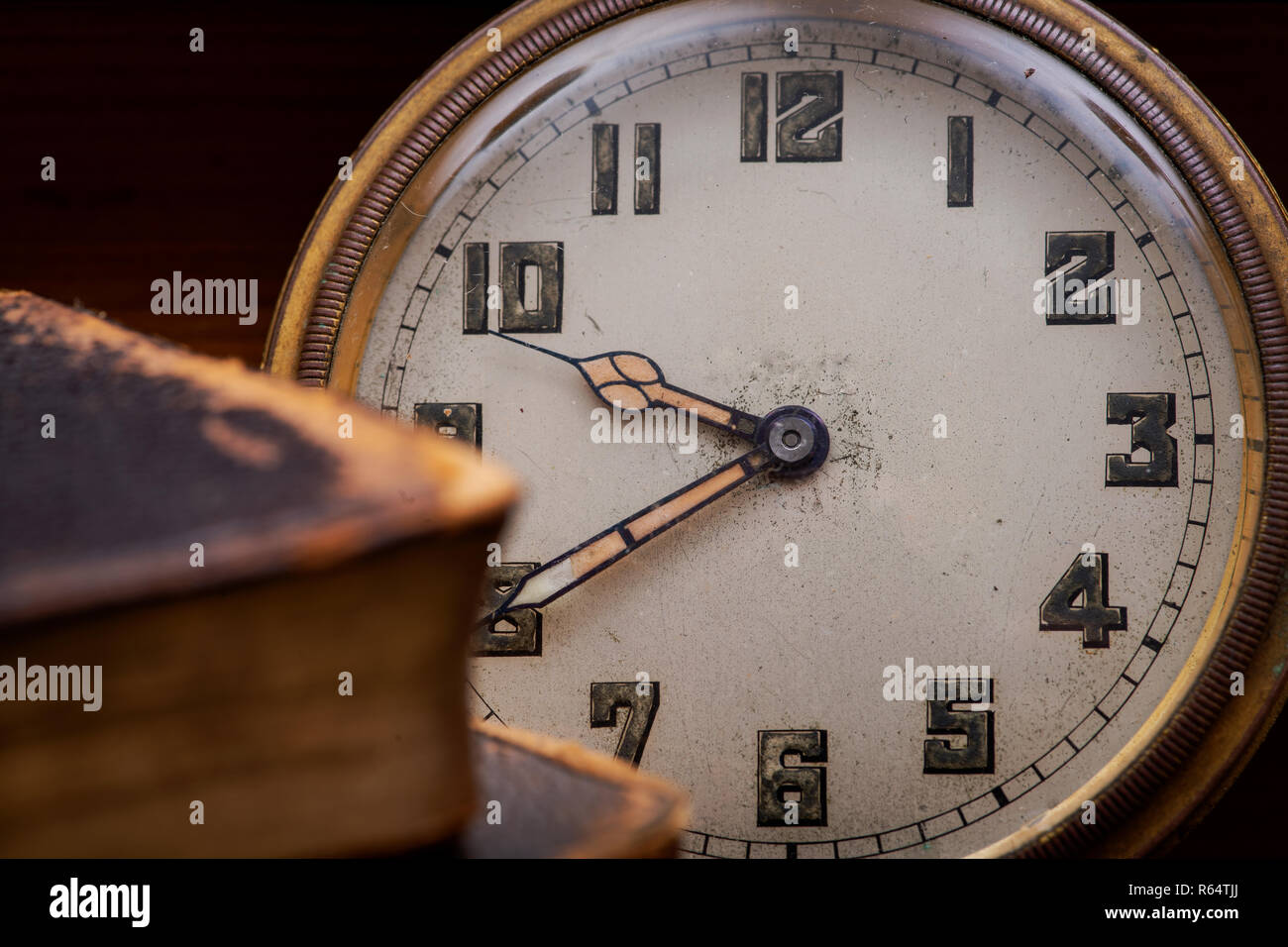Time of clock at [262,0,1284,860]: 9:40
